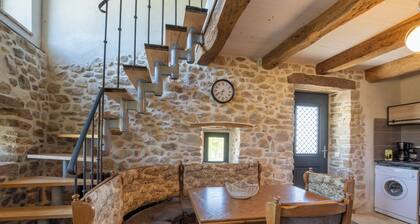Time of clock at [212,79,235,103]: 6:41
